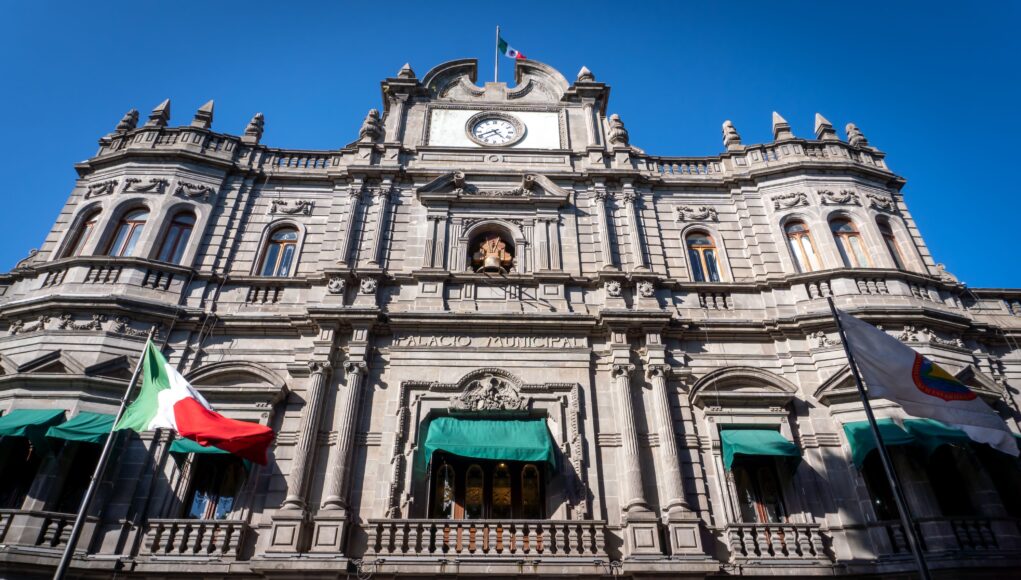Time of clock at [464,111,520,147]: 4:40
